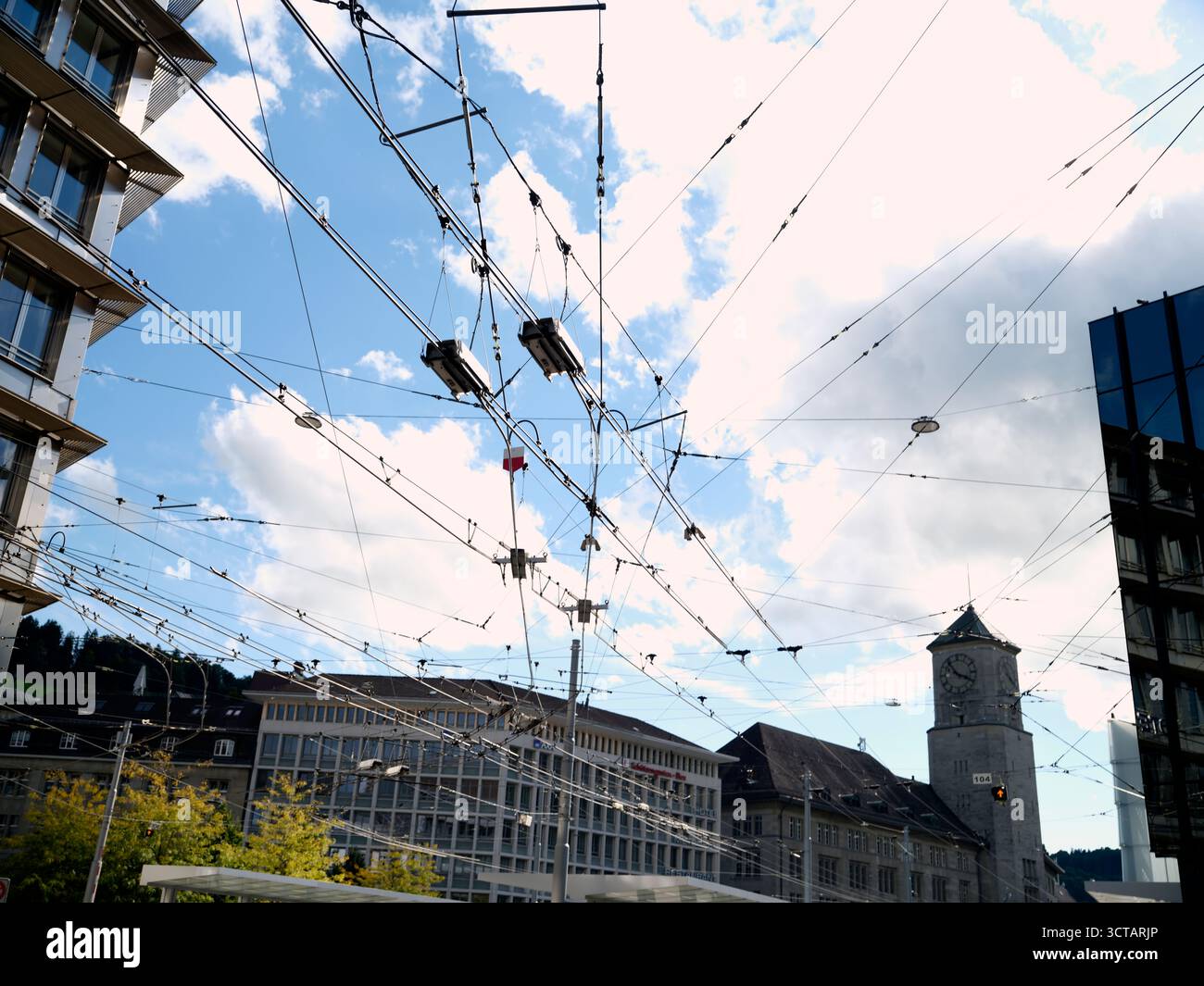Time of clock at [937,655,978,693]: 3:53
